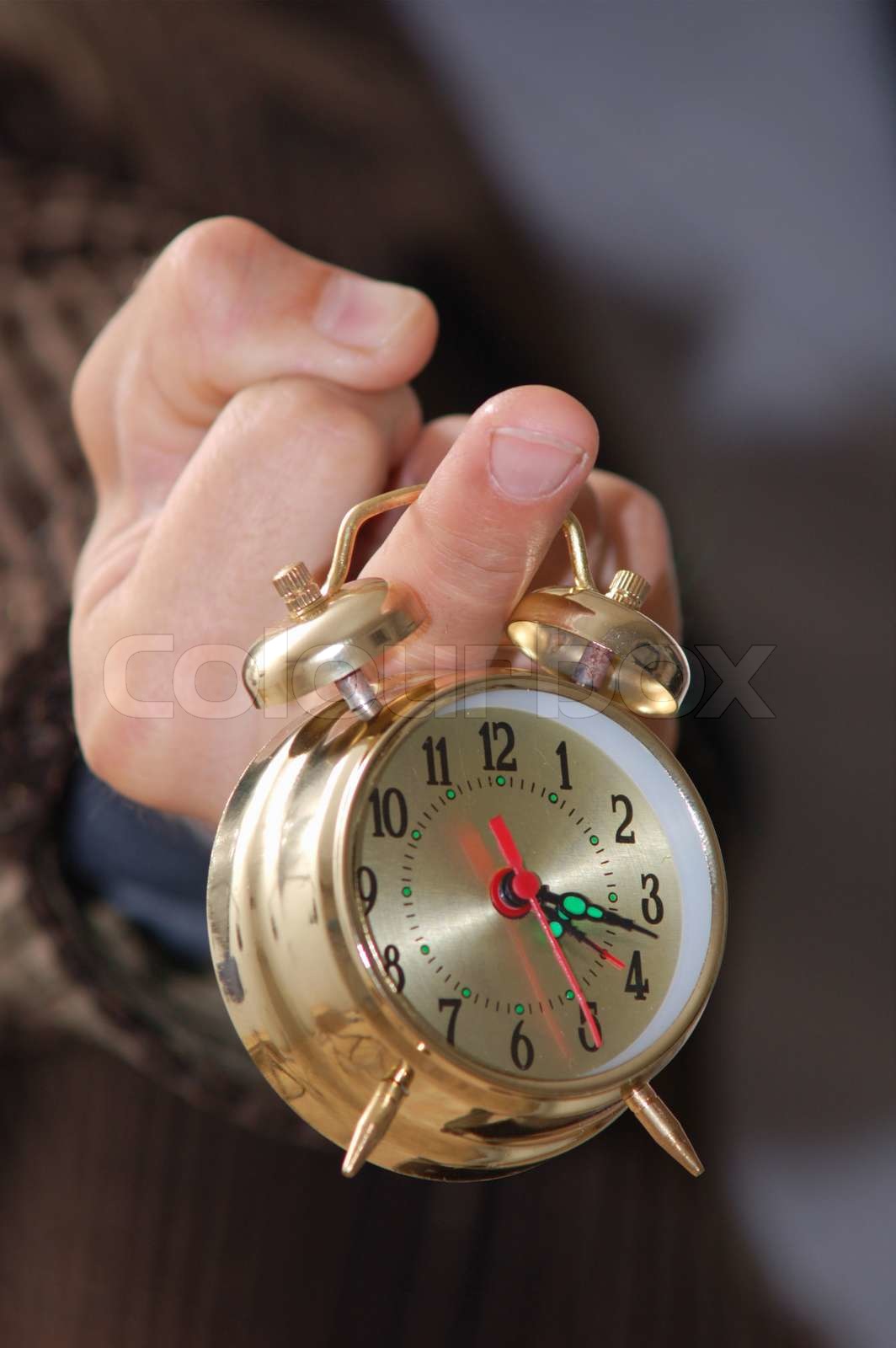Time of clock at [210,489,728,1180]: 3:17
